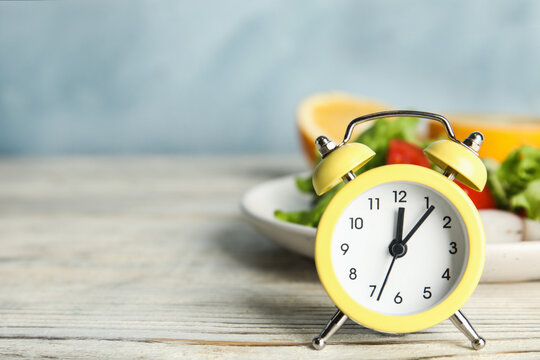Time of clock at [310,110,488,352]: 12:06
